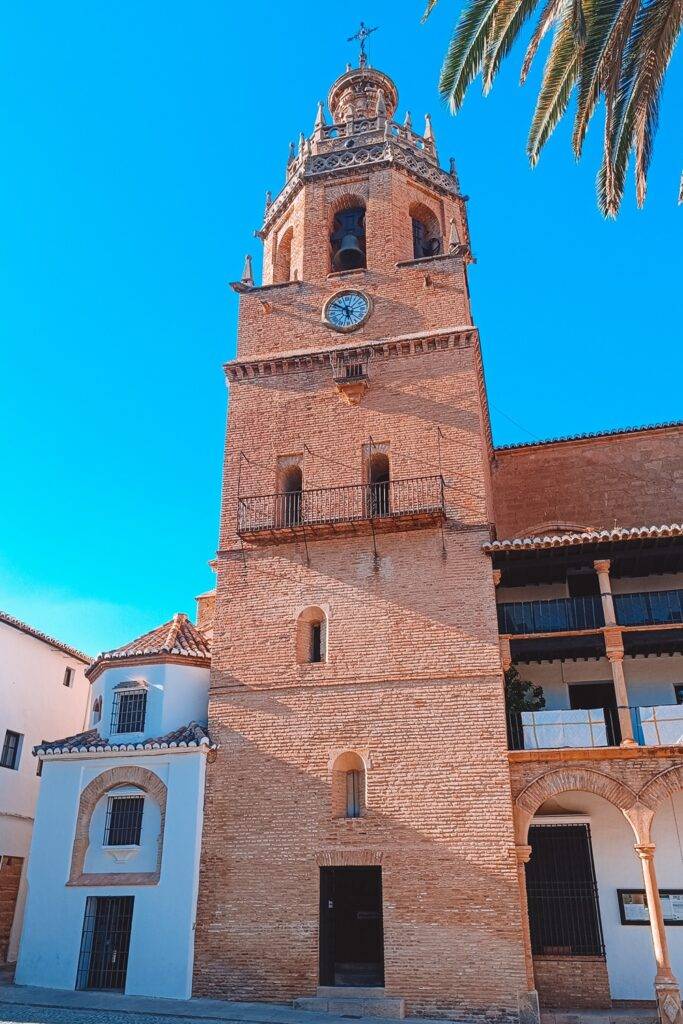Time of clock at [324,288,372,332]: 5:49
